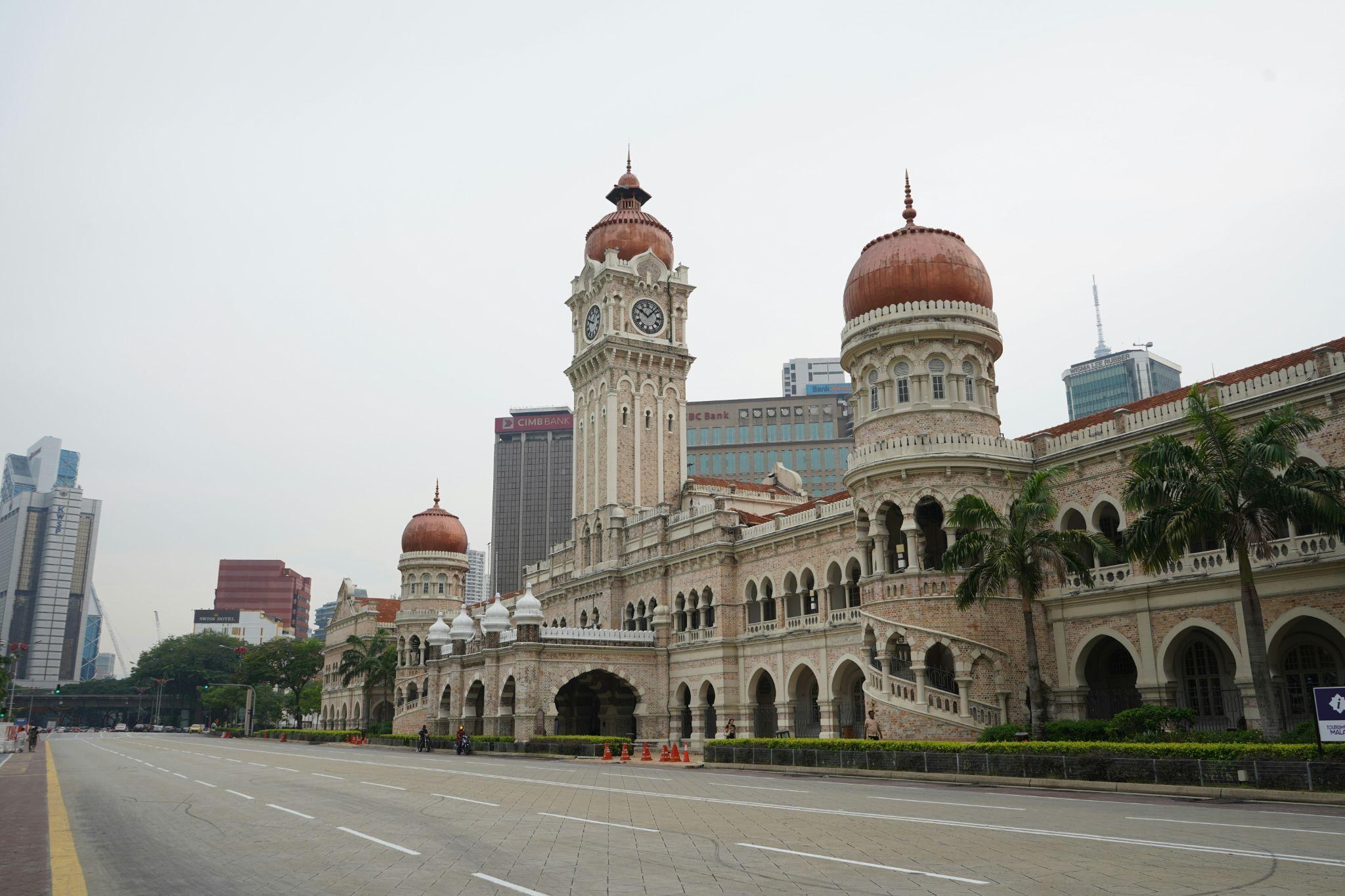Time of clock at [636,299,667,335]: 10:07
